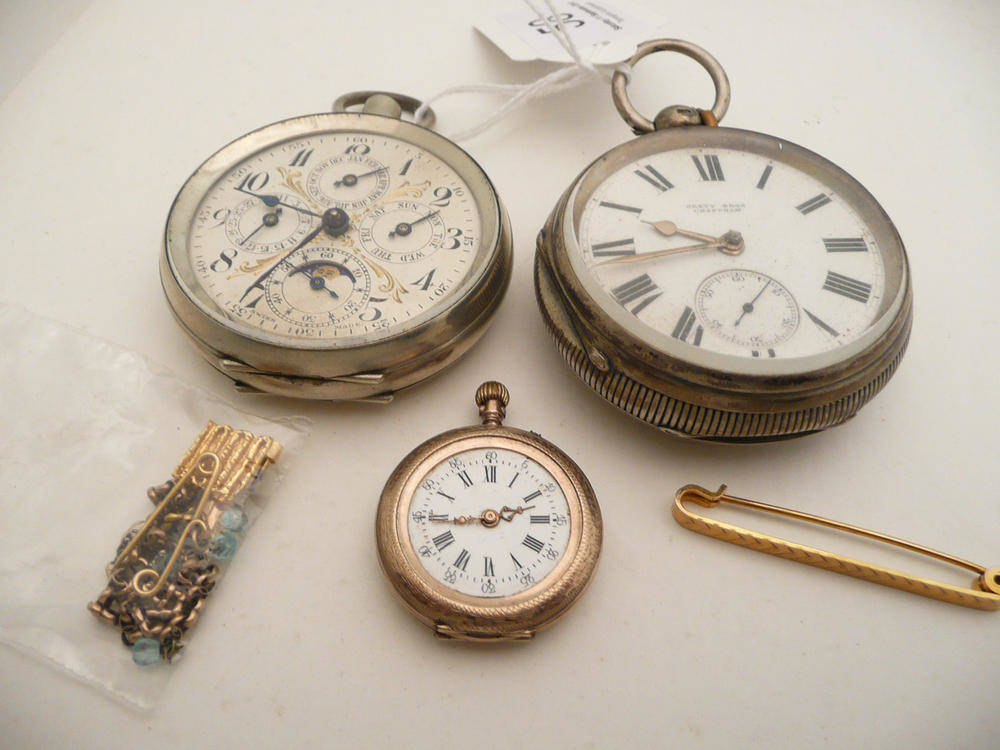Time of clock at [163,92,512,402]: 9:35
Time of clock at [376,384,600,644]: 8:44
